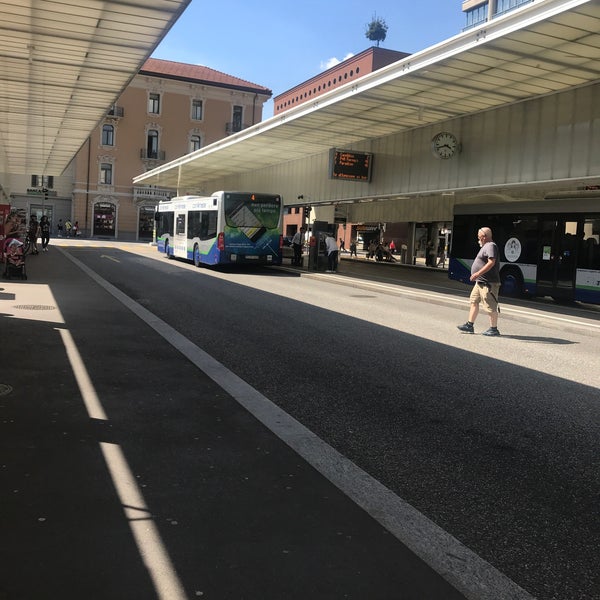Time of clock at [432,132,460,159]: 3:41
